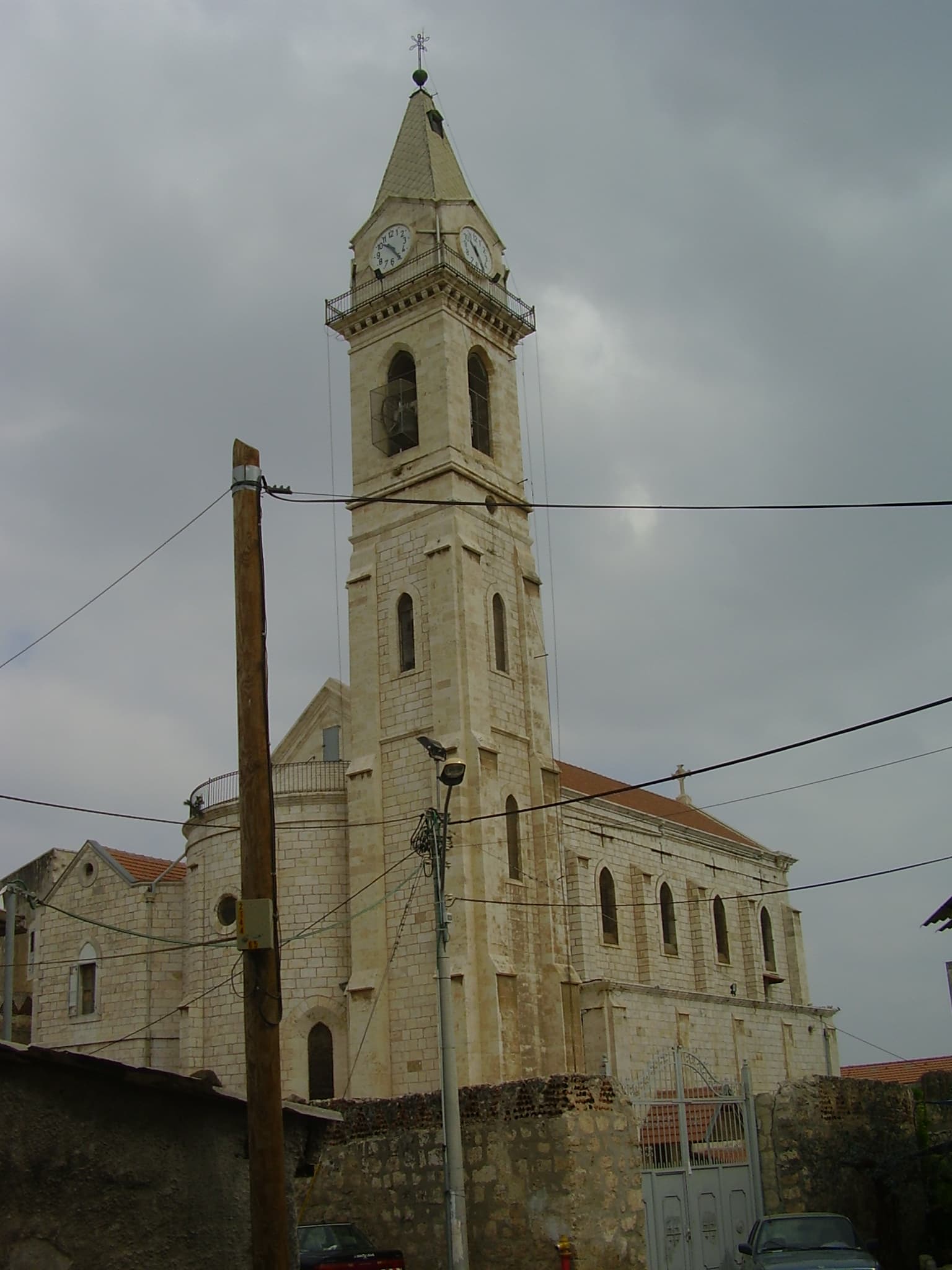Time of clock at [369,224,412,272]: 10:24
